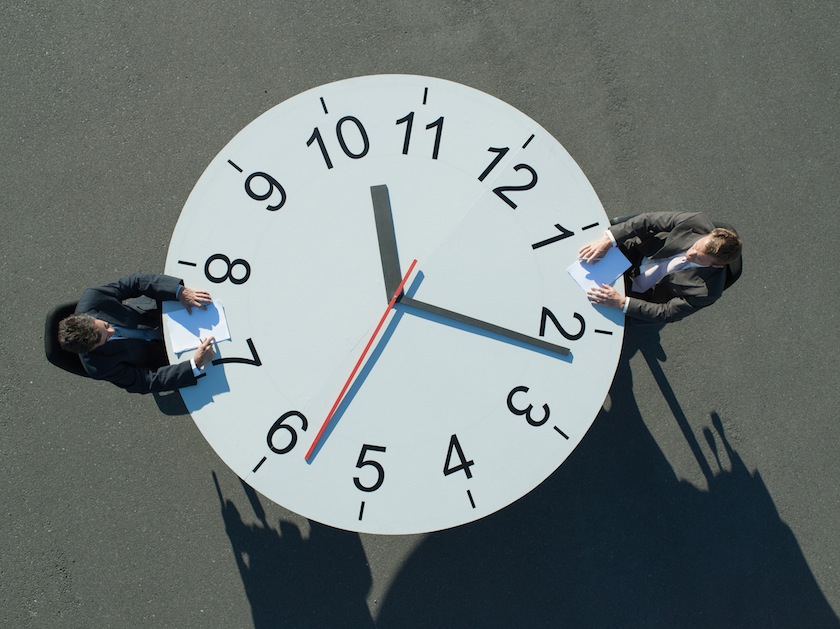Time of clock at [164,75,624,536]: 12:21
